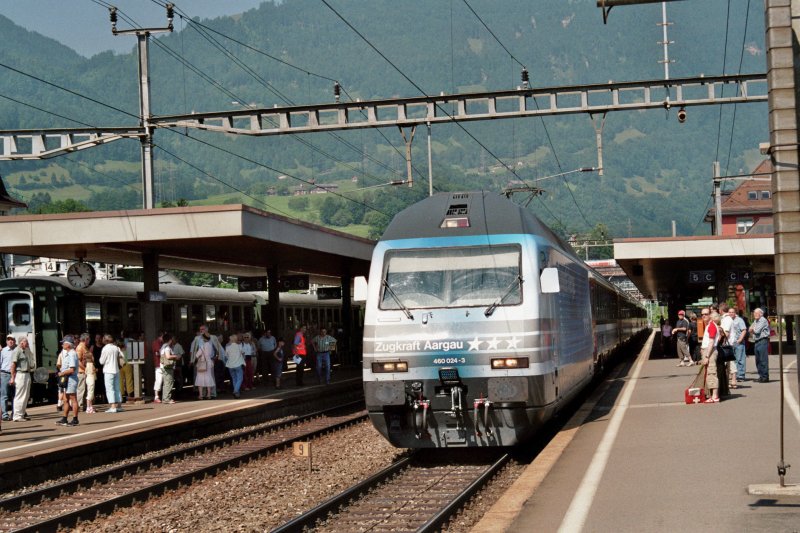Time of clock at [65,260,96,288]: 10:45
